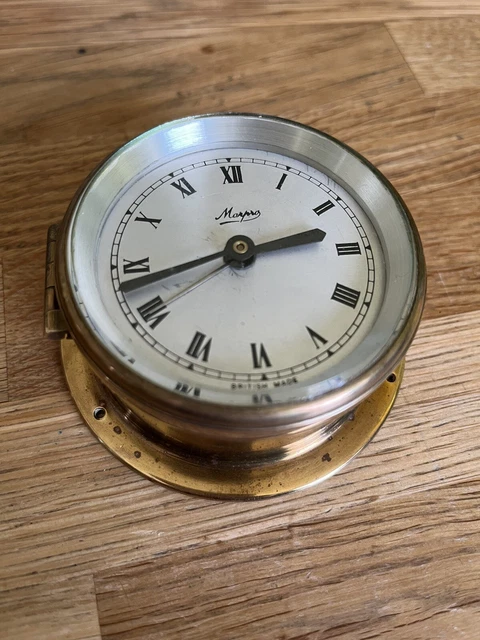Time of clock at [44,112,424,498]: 2:42
